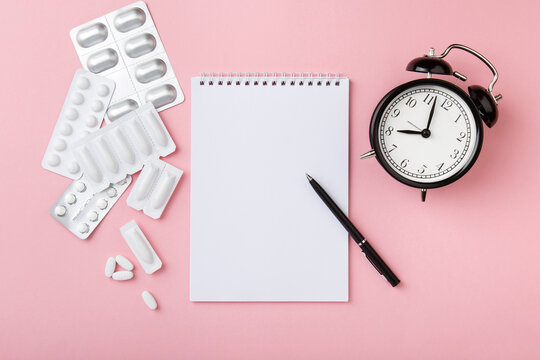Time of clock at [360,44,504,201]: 9:01
